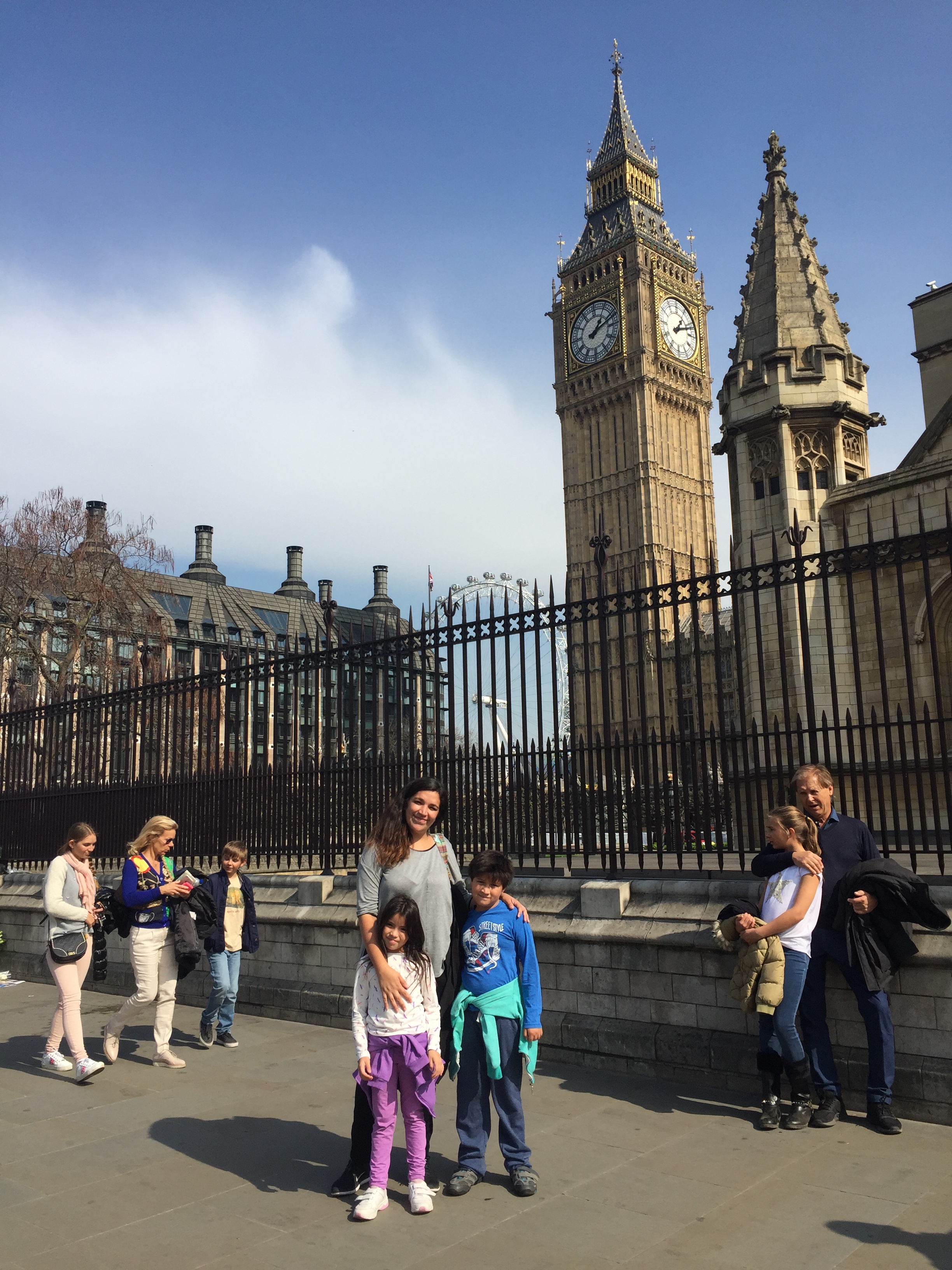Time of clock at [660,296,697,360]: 1:11
